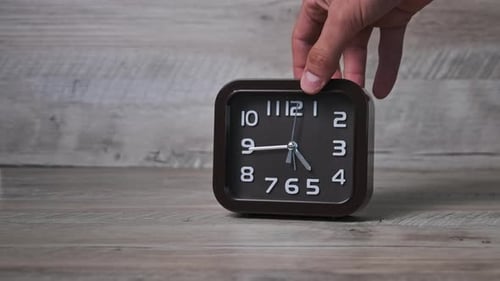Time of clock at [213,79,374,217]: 4:44
